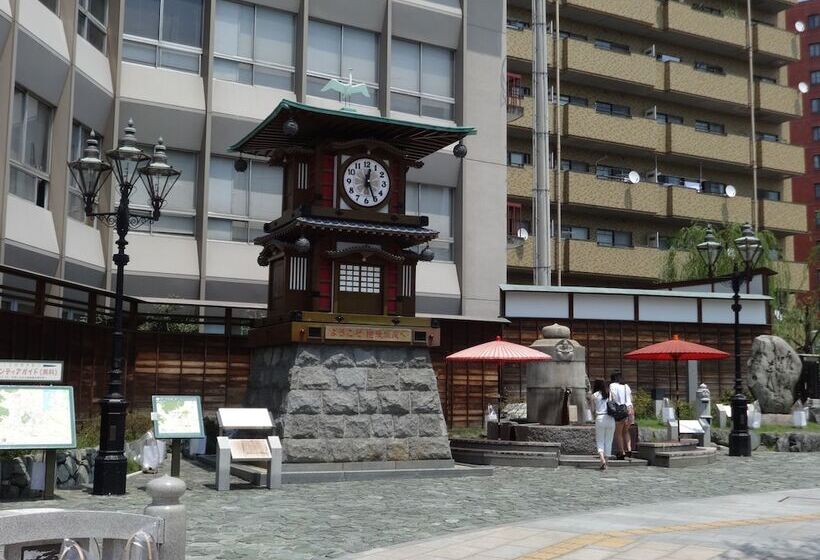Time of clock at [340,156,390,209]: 12:25
